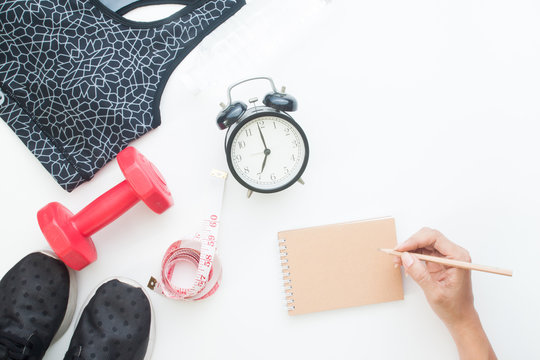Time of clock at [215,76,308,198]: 6:59
